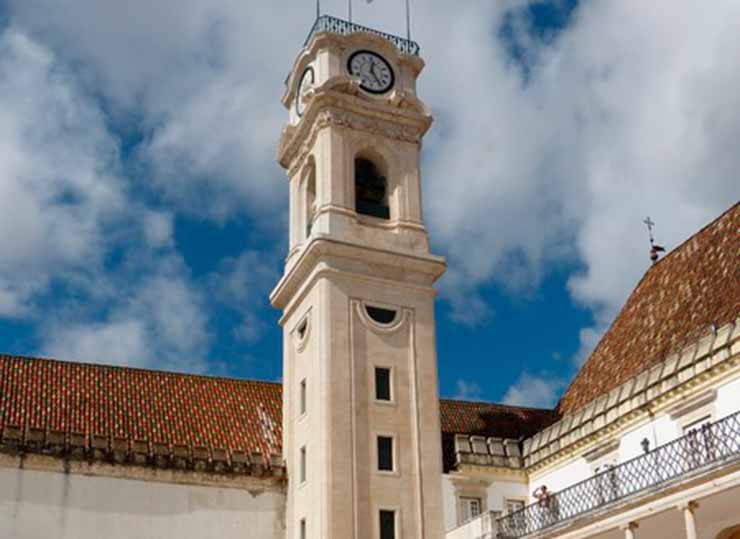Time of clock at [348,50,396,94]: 12:24
